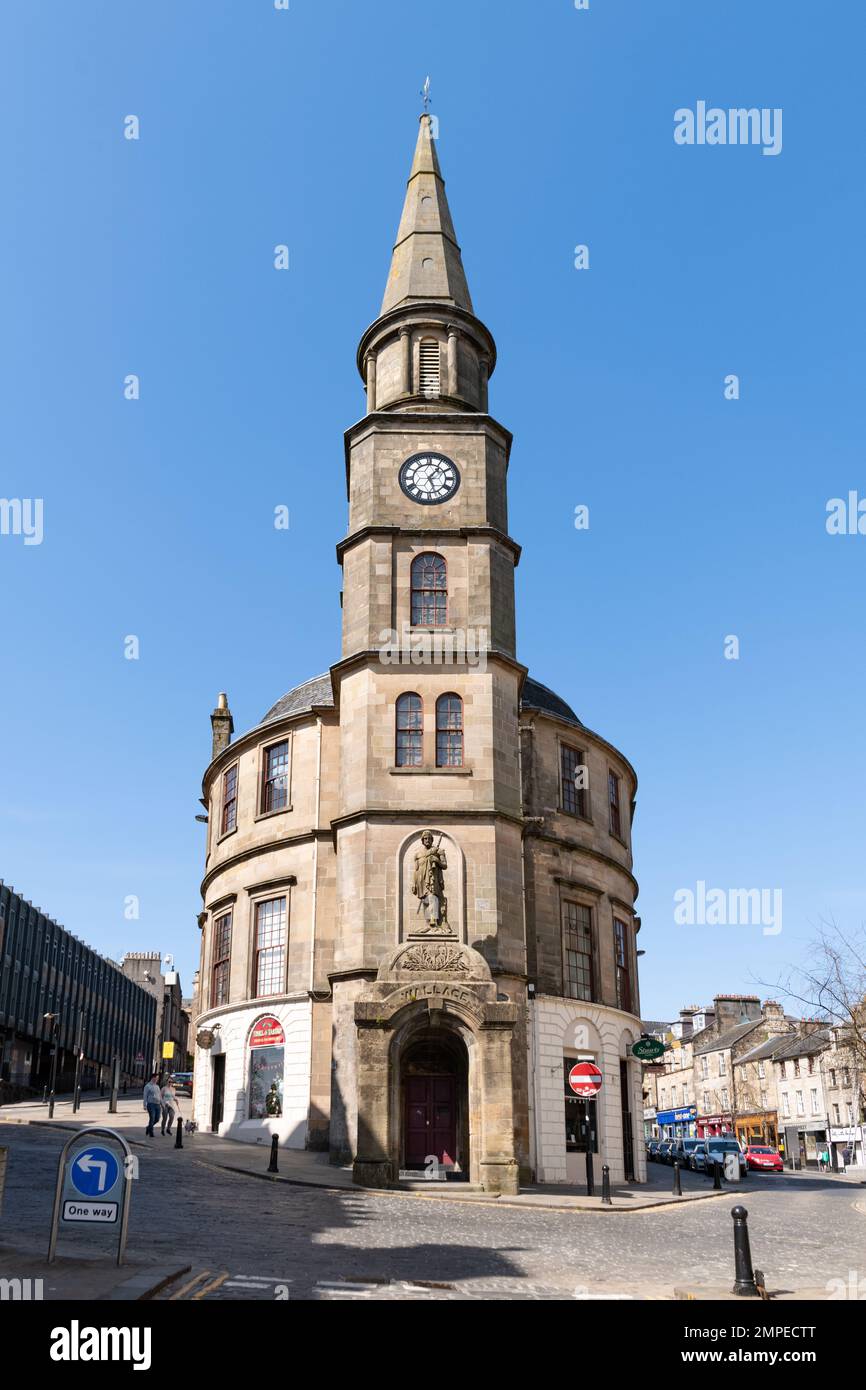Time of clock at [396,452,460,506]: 1:26
